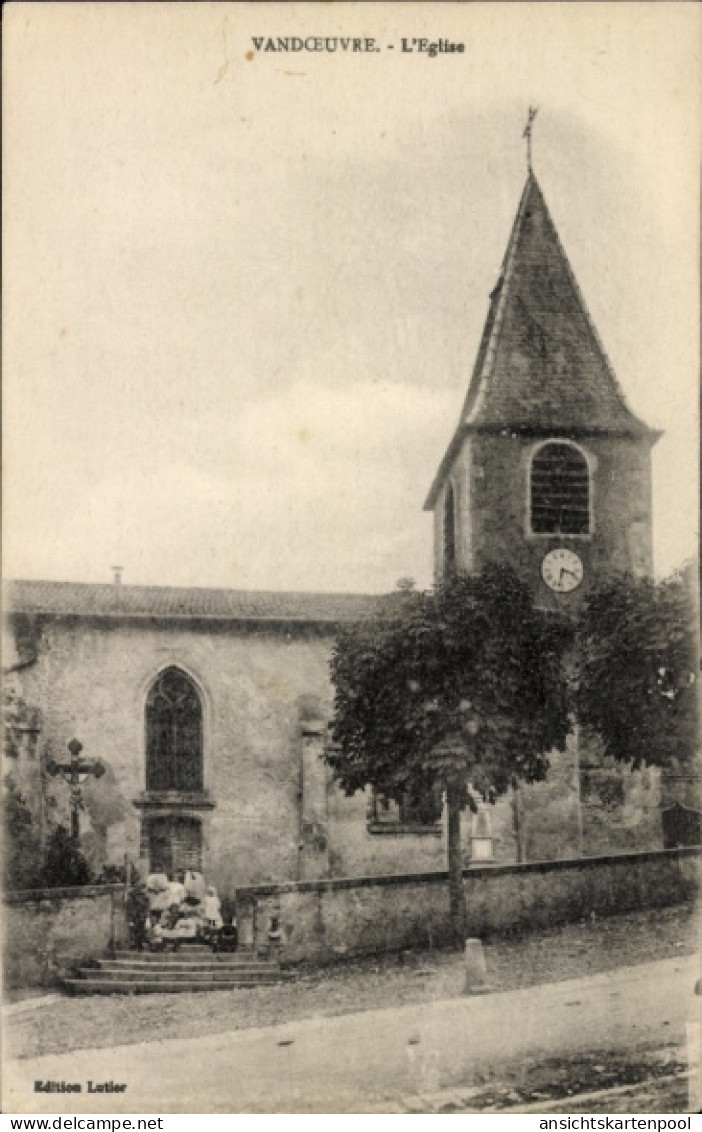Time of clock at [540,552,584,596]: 3:32
